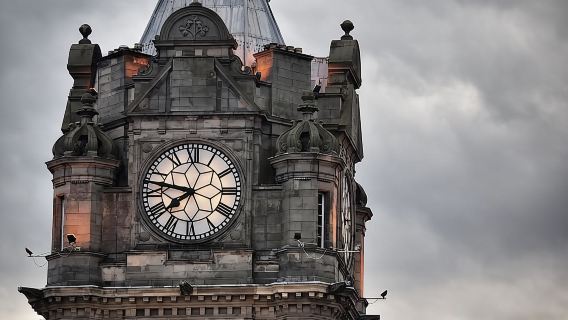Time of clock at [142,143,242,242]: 7:47
